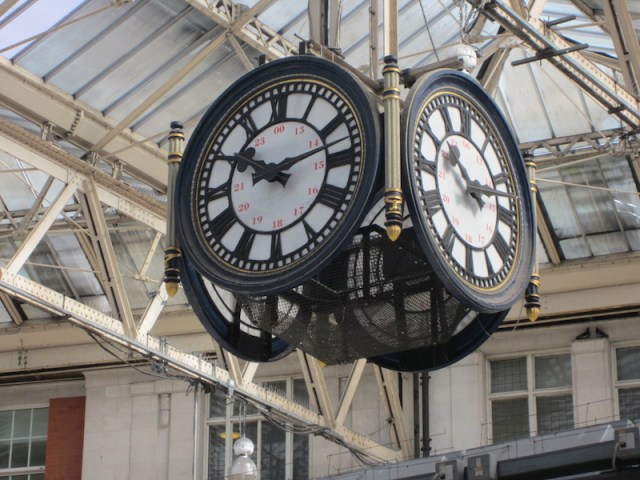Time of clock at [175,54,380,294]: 10:12
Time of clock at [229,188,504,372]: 10:12
